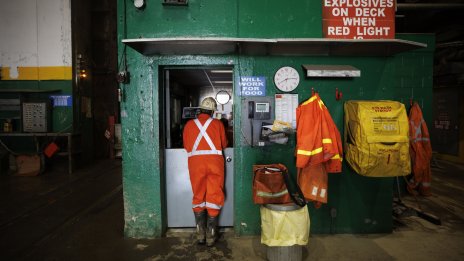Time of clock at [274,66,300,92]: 8:14
